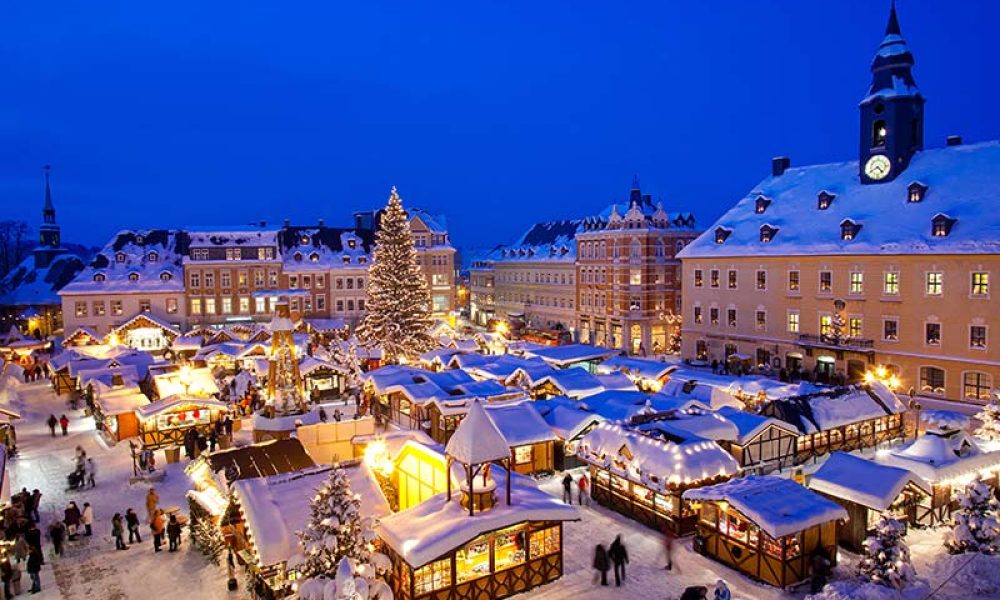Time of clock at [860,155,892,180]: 4:40
